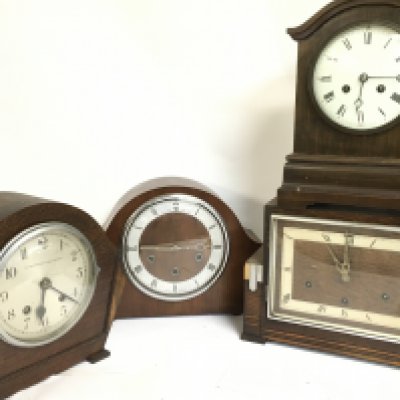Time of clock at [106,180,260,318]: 2:45
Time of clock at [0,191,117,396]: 6:21
